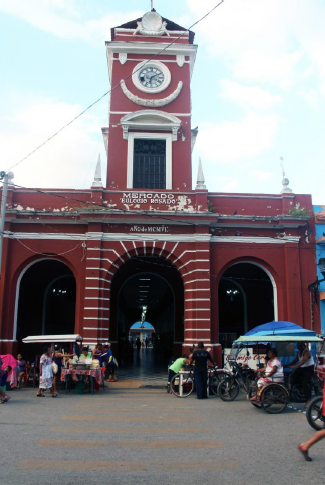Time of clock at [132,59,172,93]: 6:10
